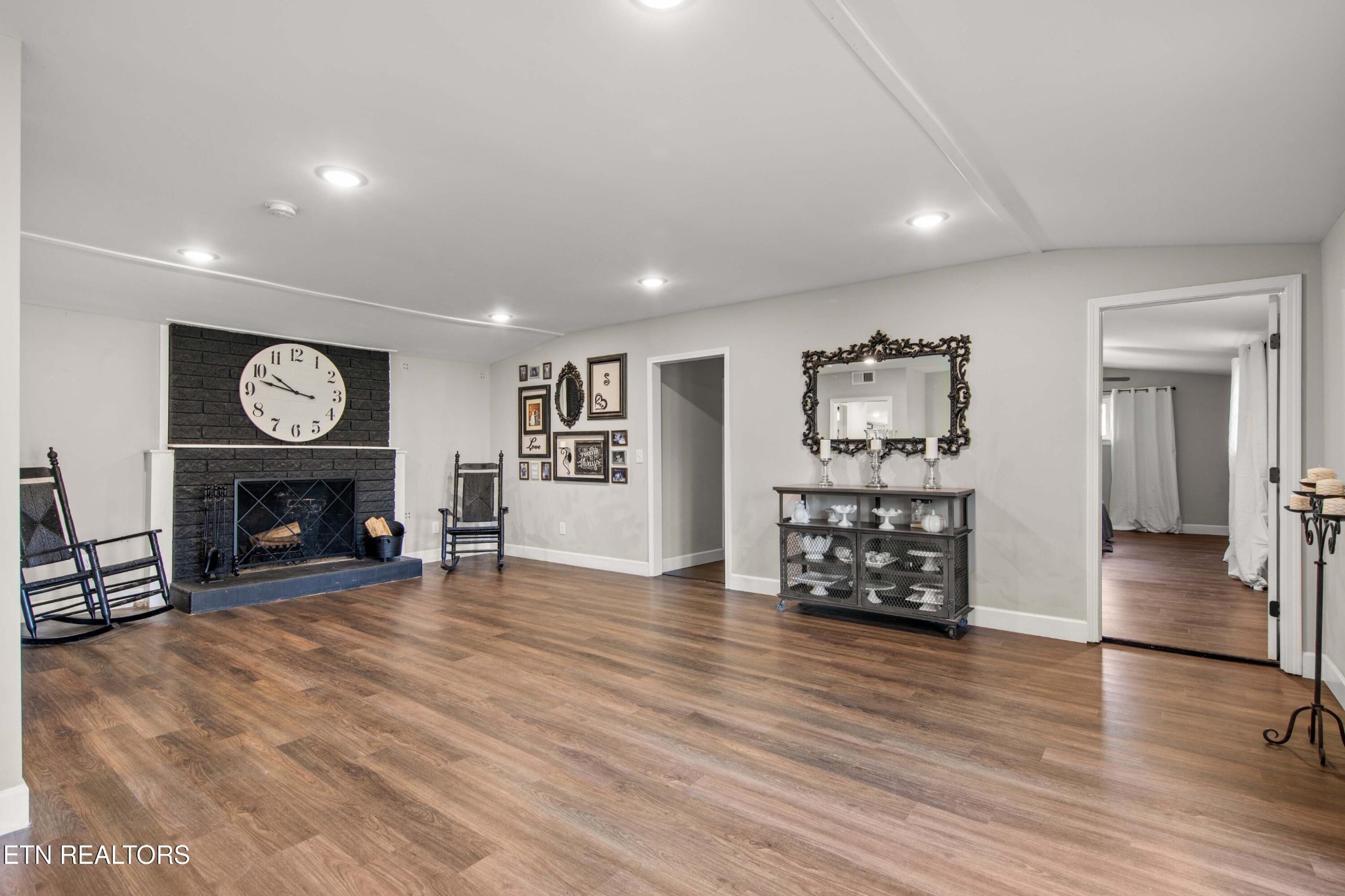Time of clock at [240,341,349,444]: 9:47
